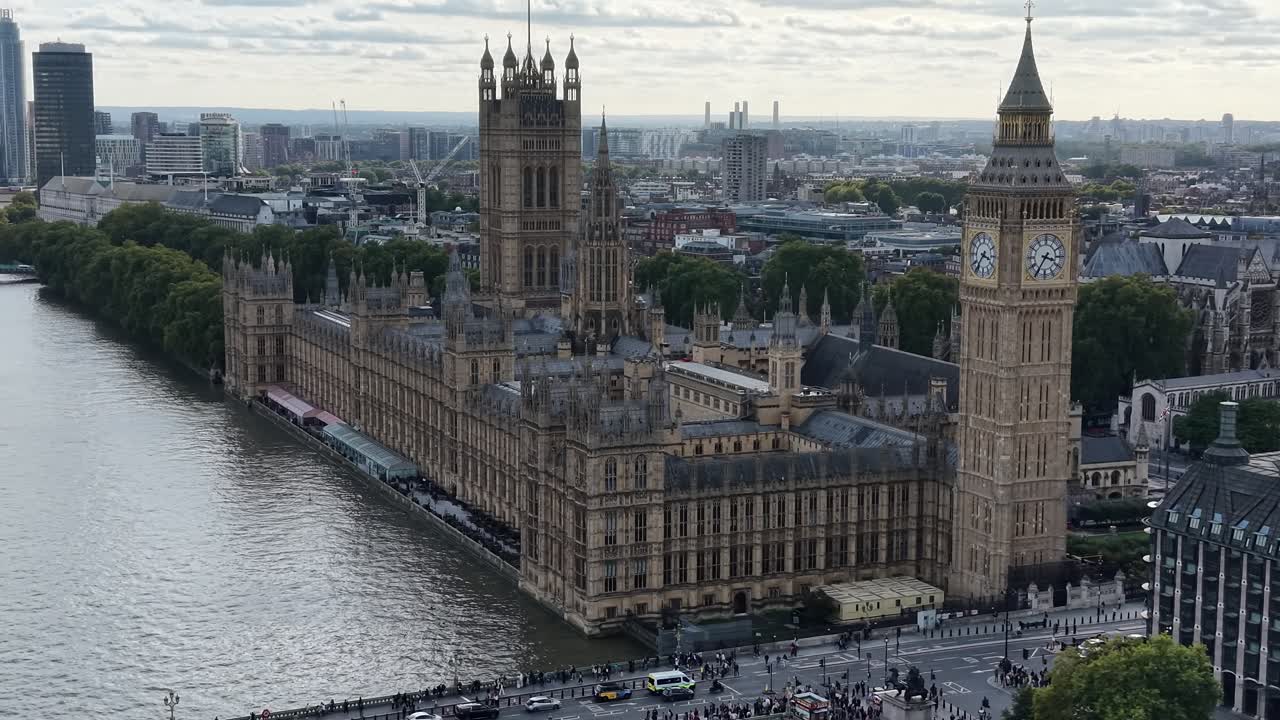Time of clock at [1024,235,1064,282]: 3:35
